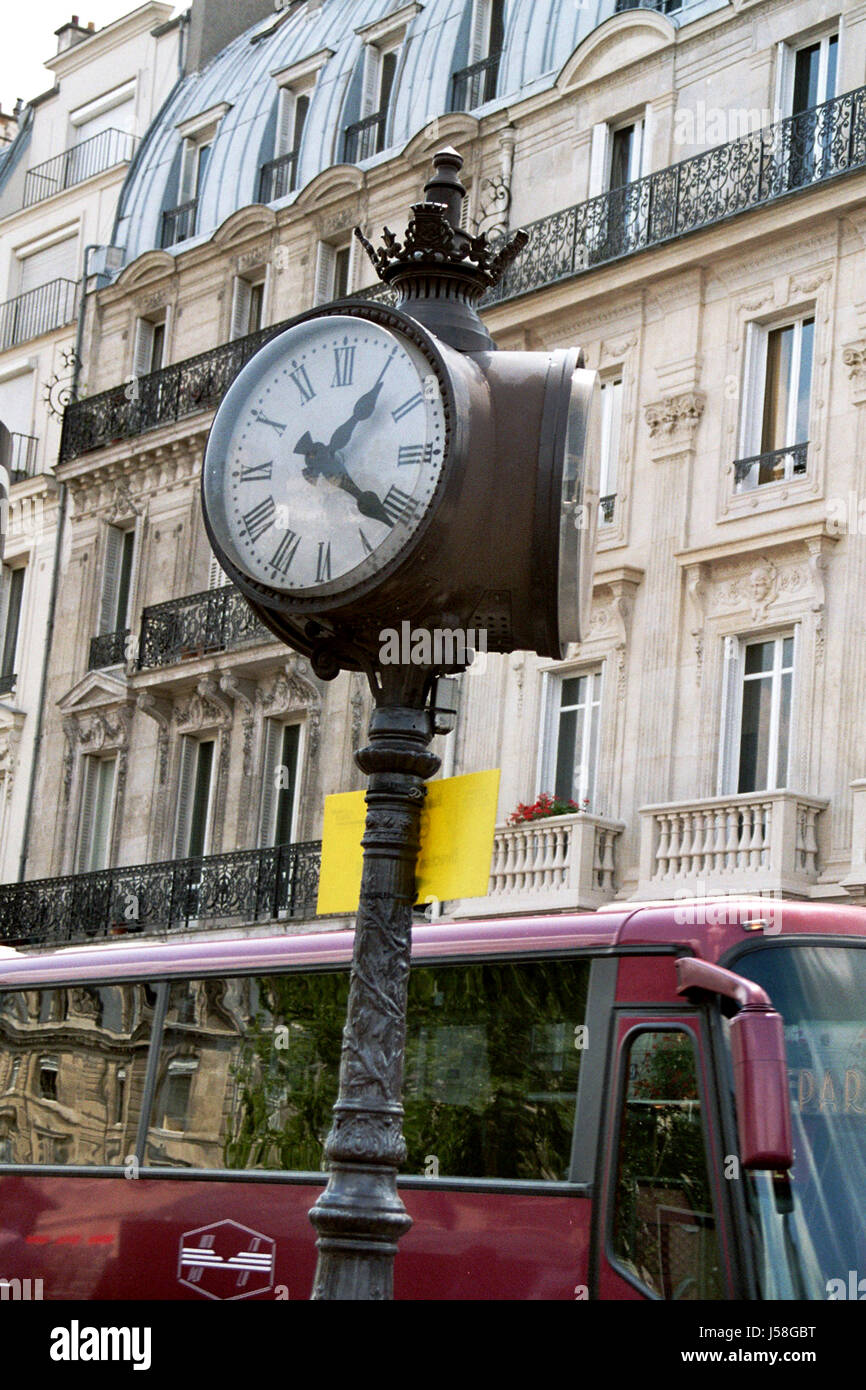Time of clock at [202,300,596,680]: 1:21
